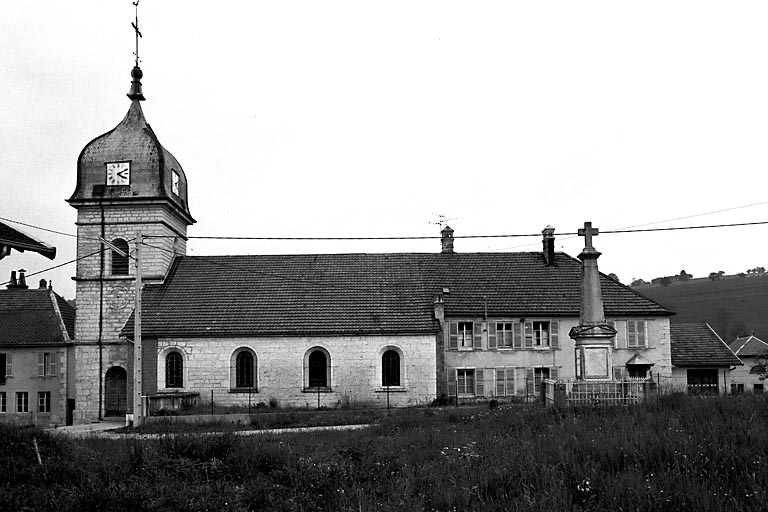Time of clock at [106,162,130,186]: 4:10
